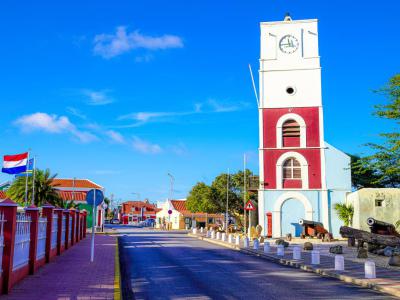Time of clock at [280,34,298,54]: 11:45
